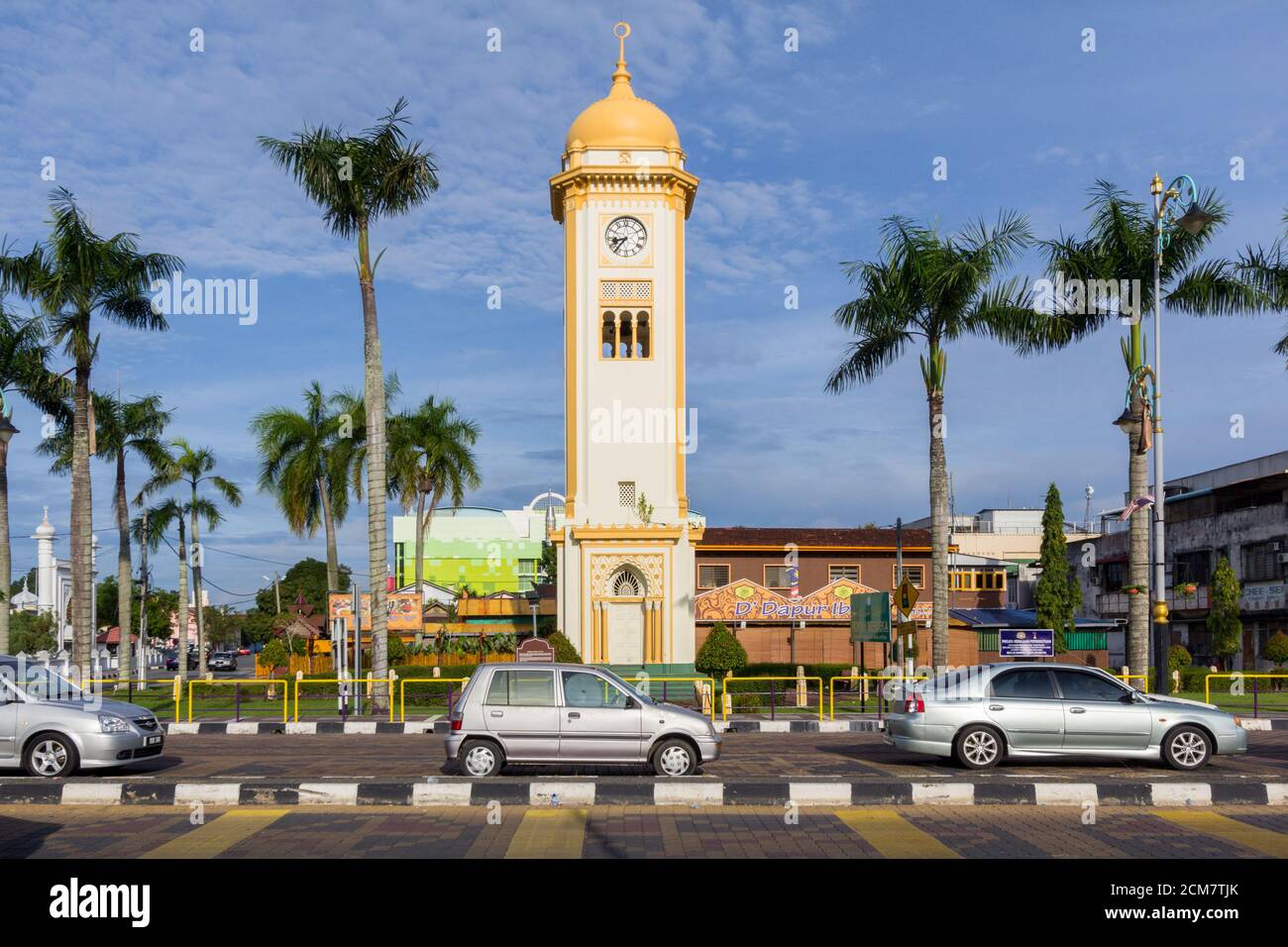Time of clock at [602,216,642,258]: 8:36
